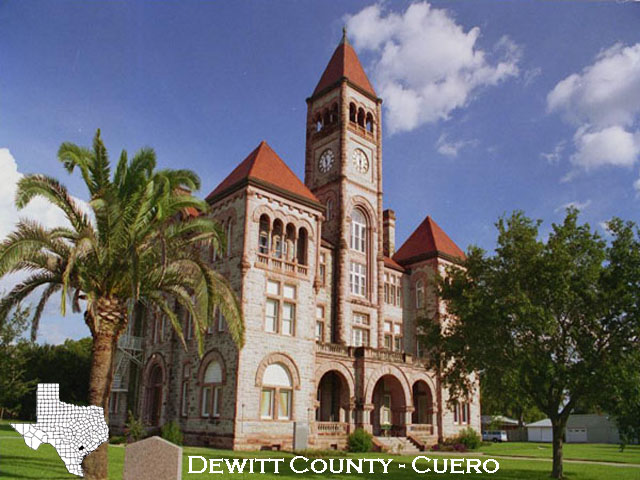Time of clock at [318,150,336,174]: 11:28
